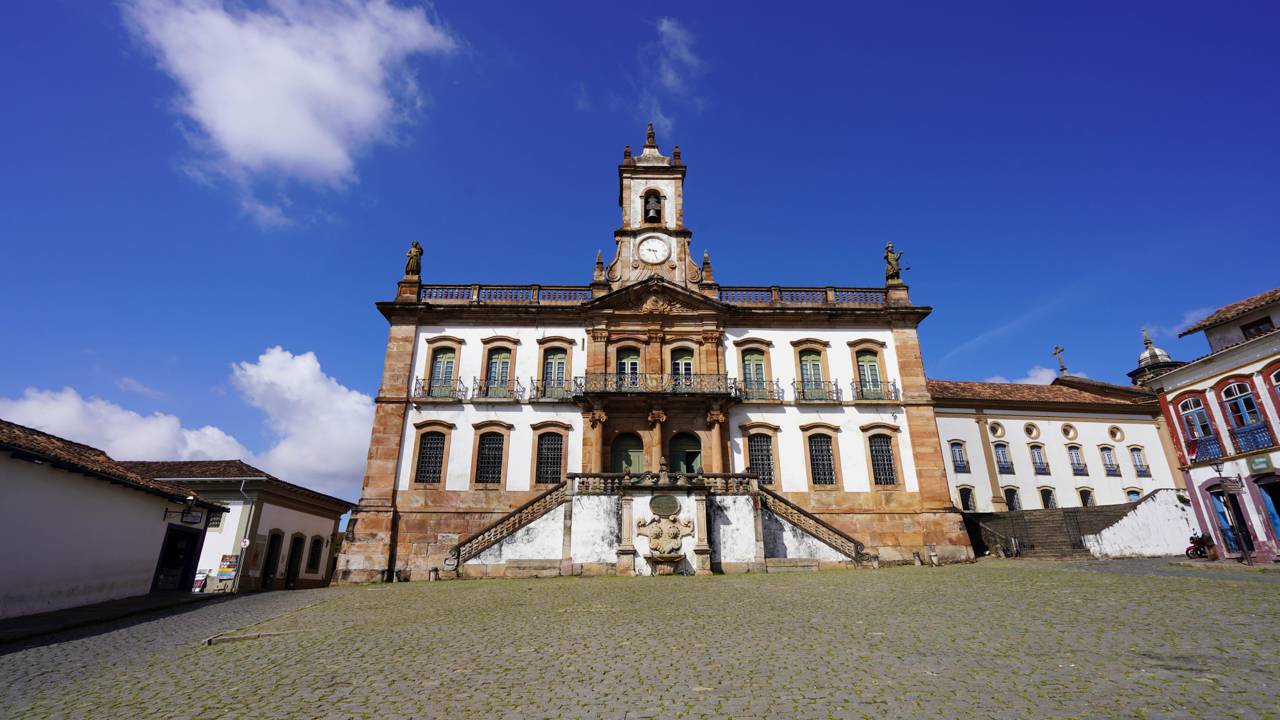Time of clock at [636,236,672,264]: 9:26
